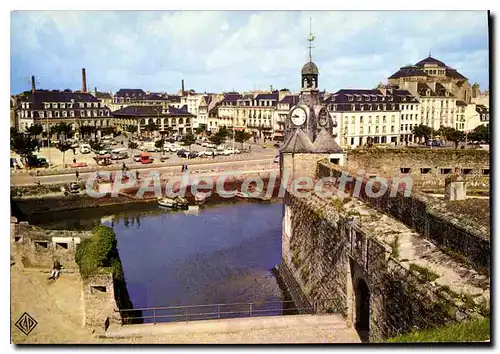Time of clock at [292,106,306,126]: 9:44
